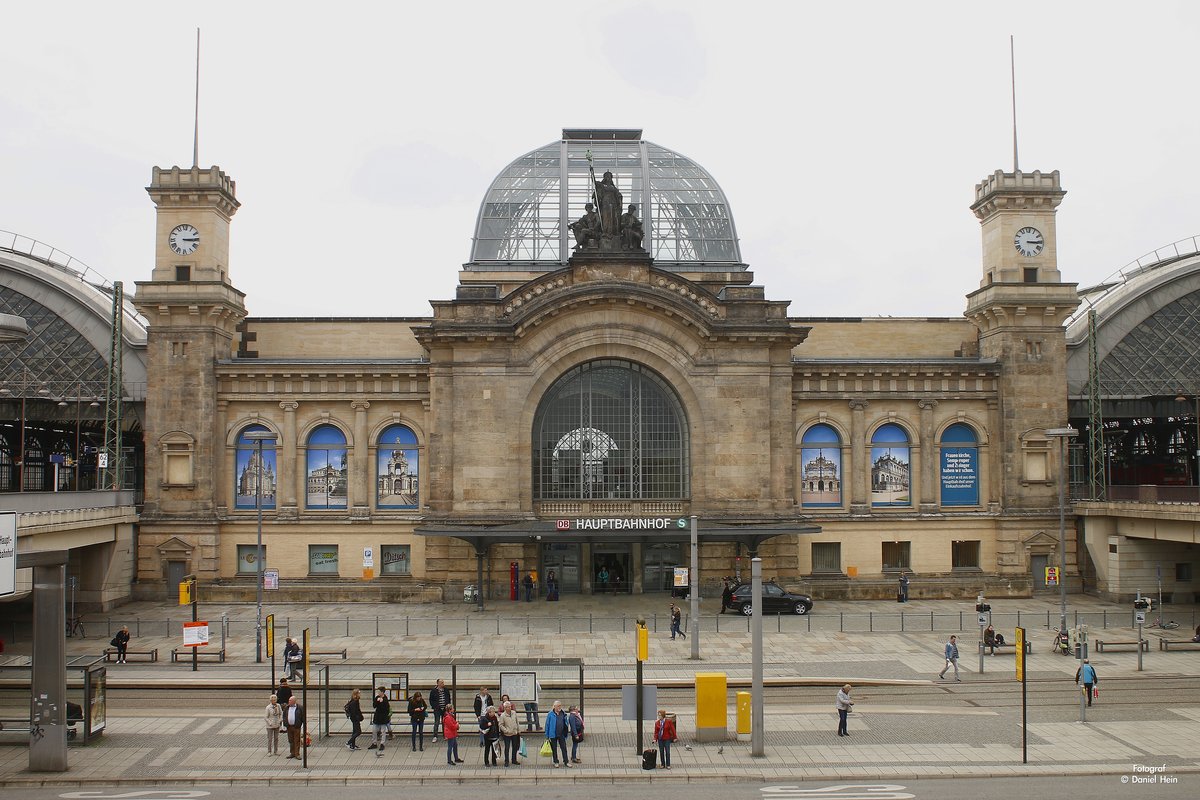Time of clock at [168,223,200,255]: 3:14
